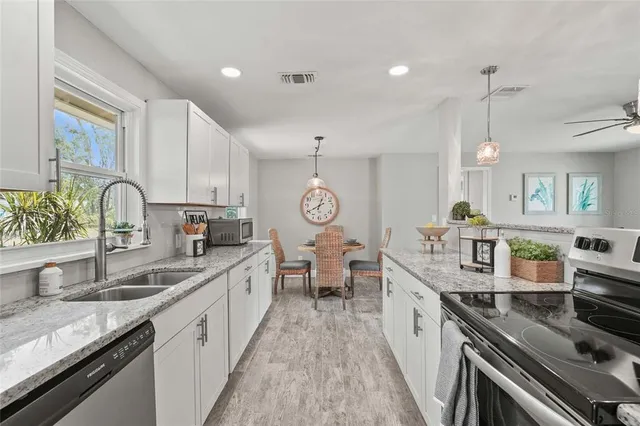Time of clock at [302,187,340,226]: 12:40
